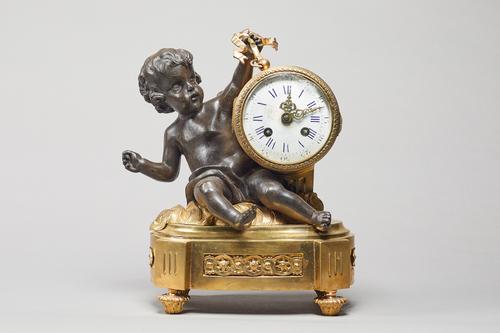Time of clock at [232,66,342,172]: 12:11
